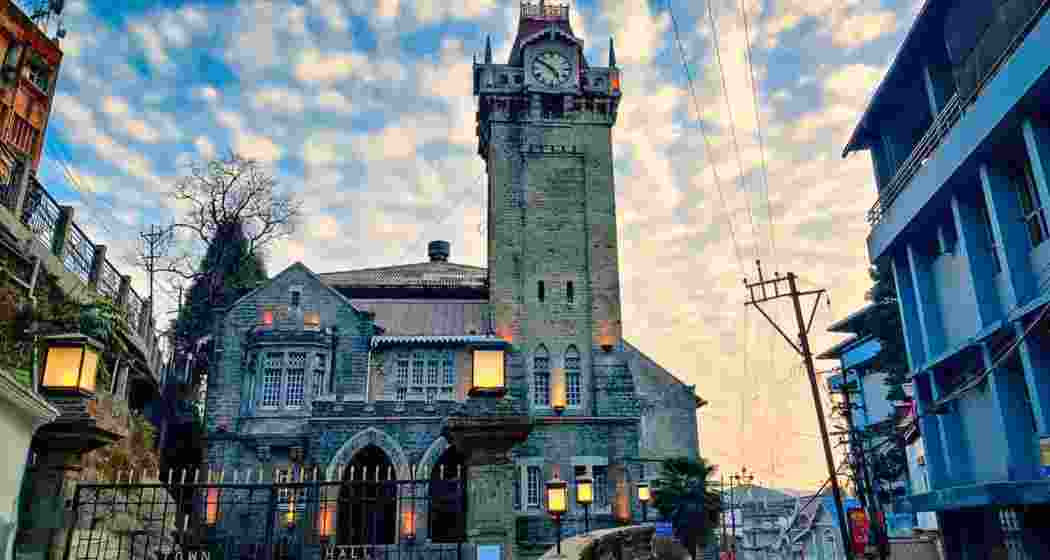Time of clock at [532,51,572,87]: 4:50
